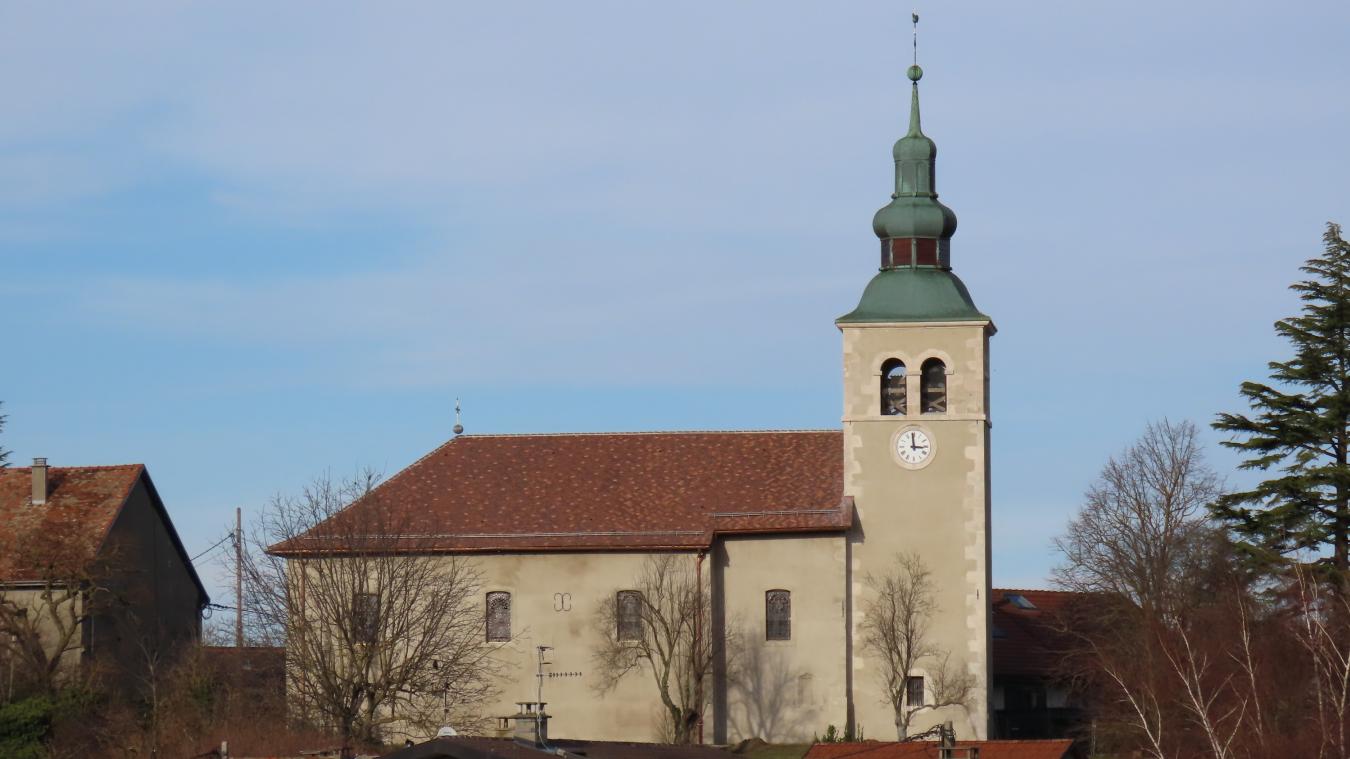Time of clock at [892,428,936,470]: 2:59
